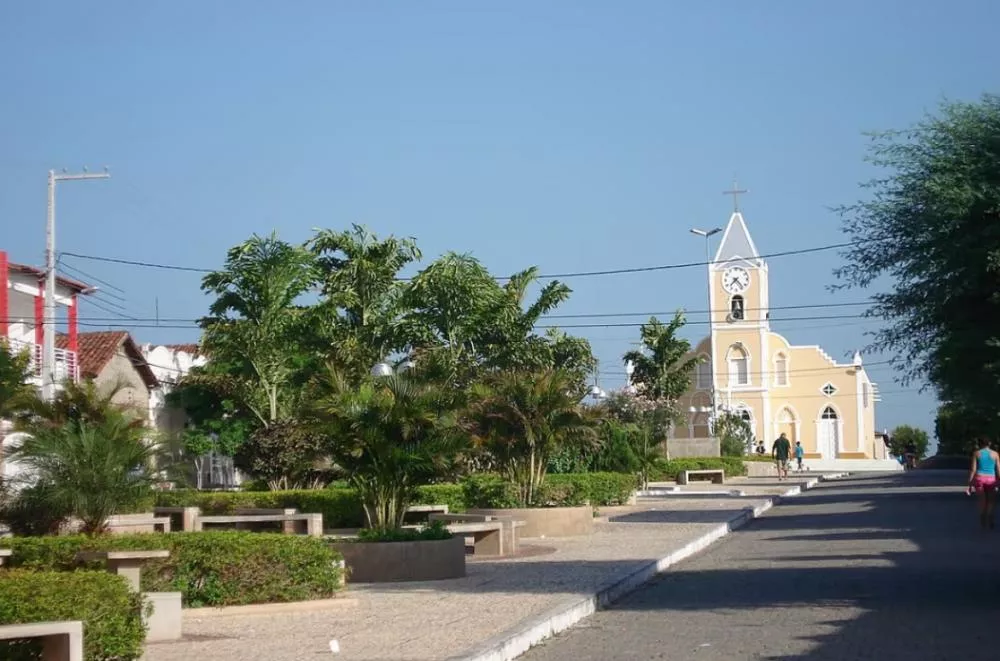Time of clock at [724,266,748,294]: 7:23
